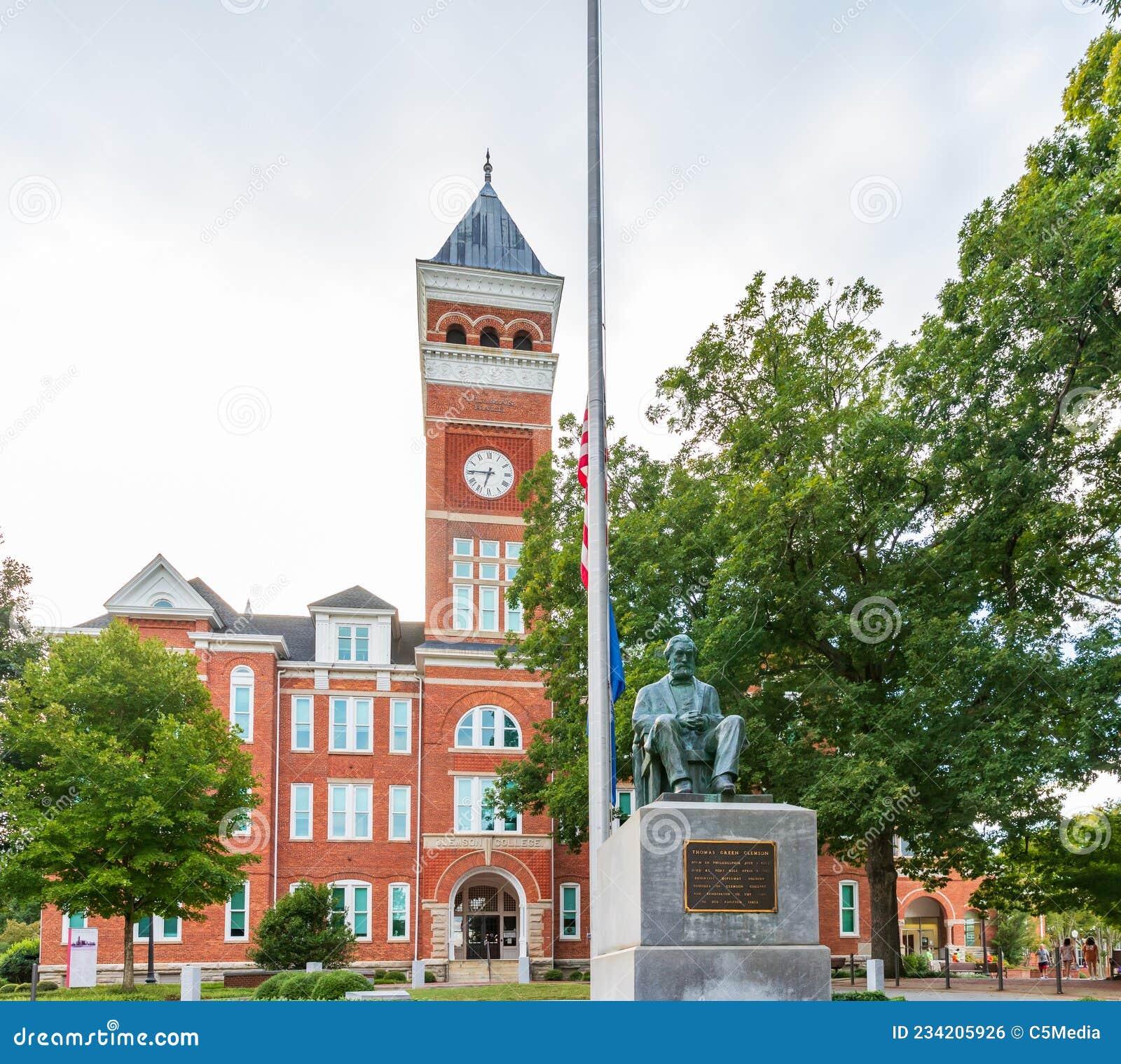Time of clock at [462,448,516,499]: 6:45
